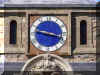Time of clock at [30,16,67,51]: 3:47
